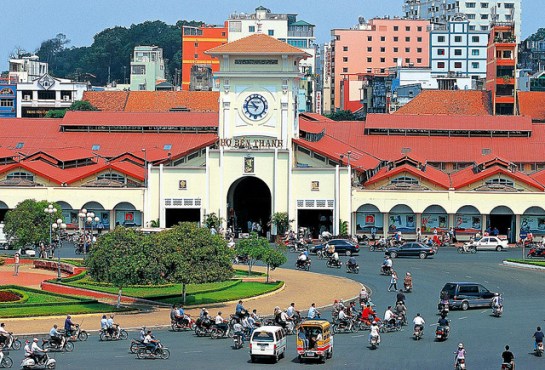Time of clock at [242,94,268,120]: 10:45
